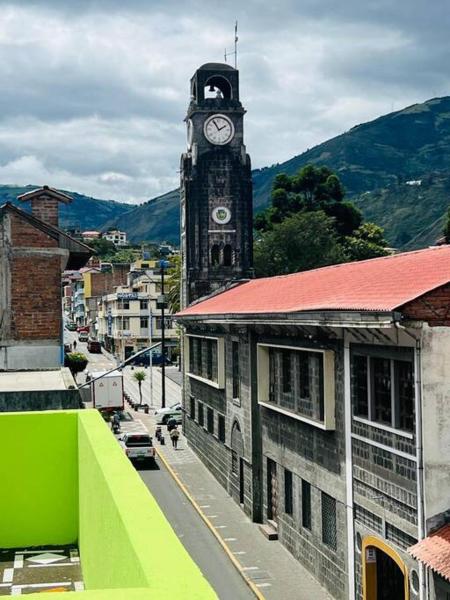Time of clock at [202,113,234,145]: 1:55
